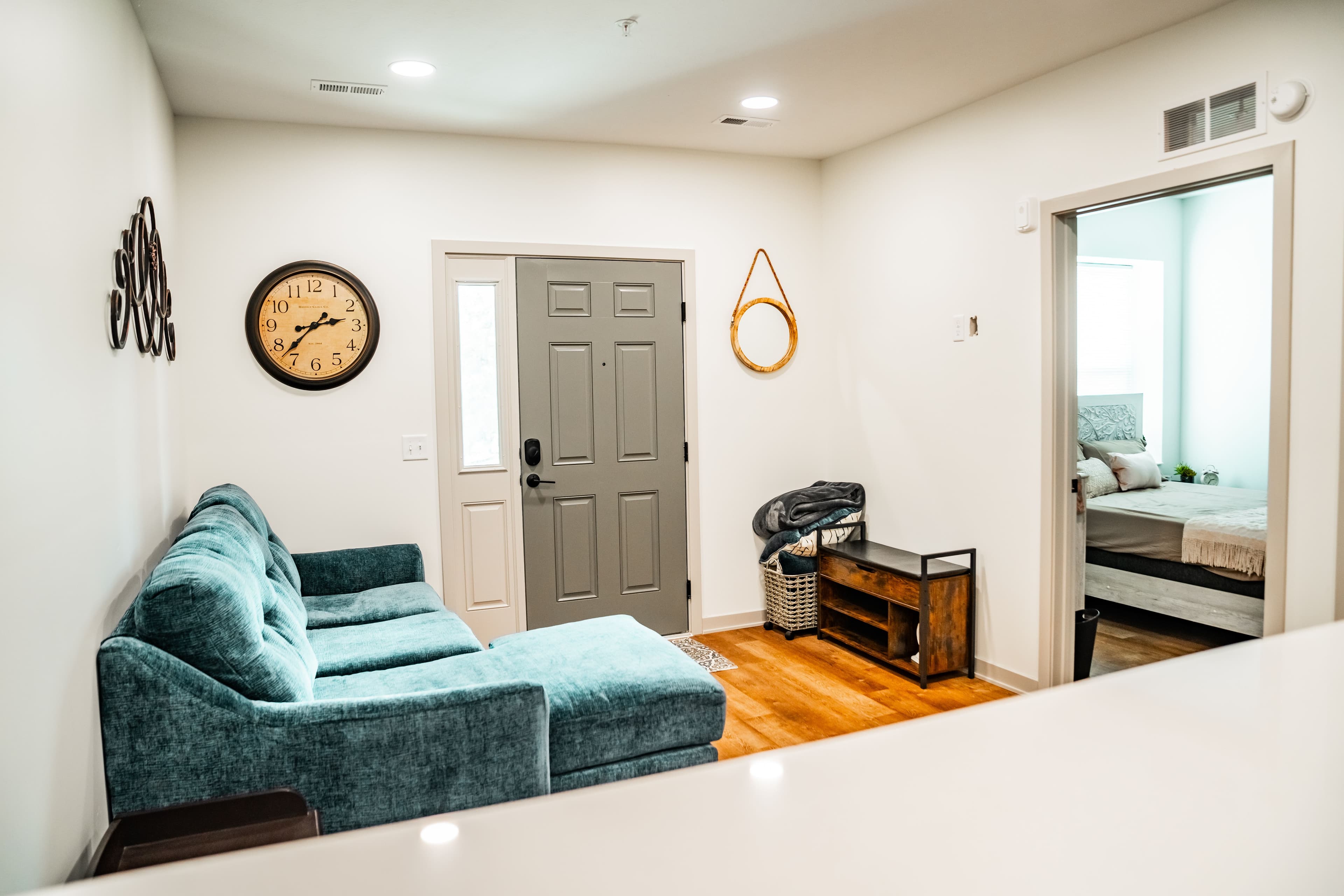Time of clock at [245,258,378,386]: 2:37
